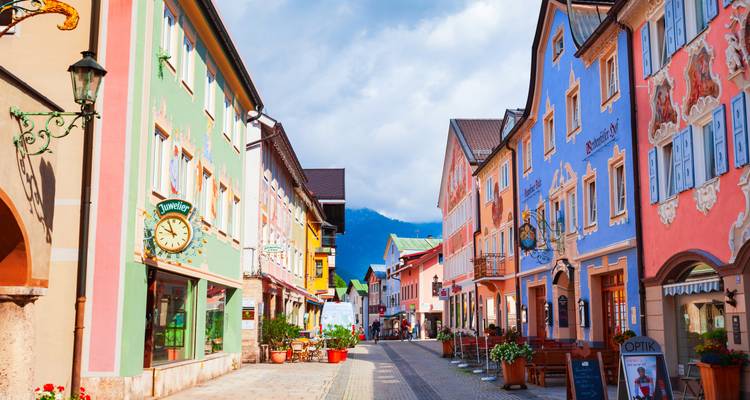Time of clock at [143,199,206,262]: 9:56
